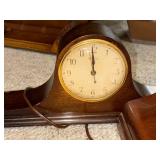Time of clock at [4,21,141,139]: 11:59
